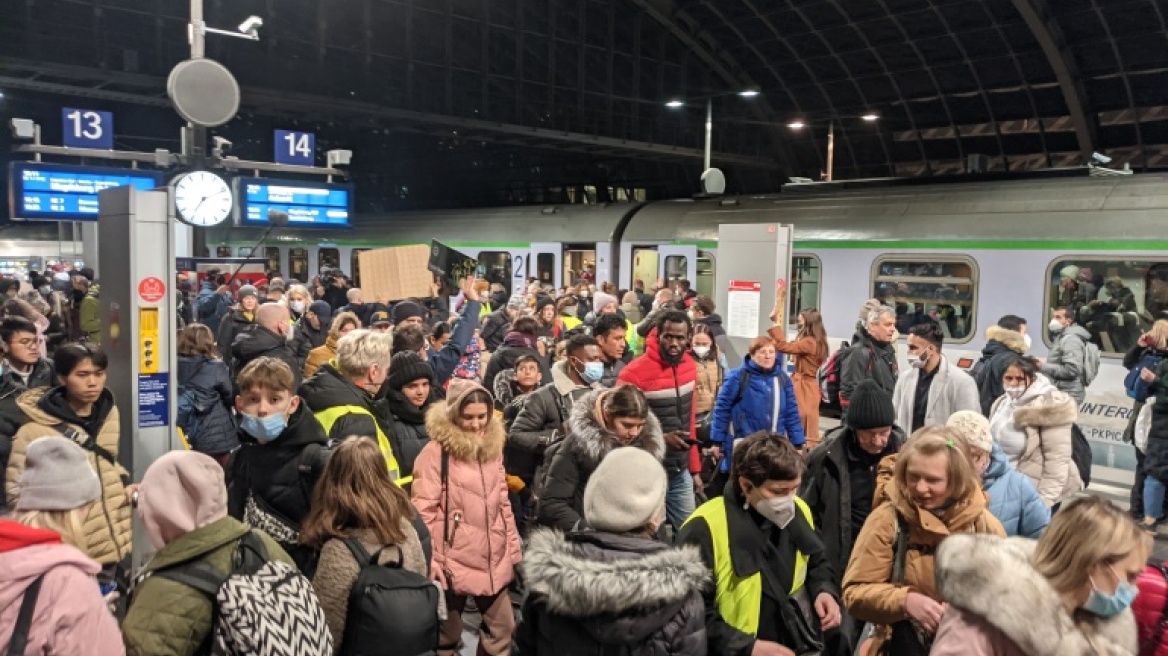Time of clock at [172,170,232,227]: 7:11
